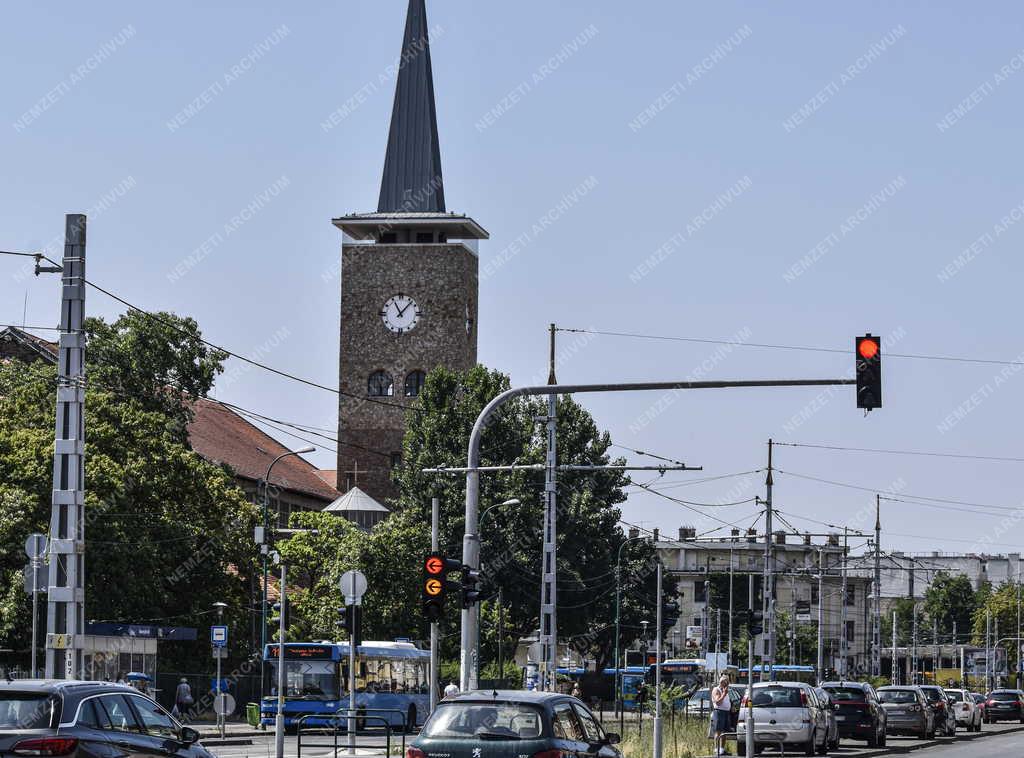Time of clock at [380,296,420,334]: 11:07
